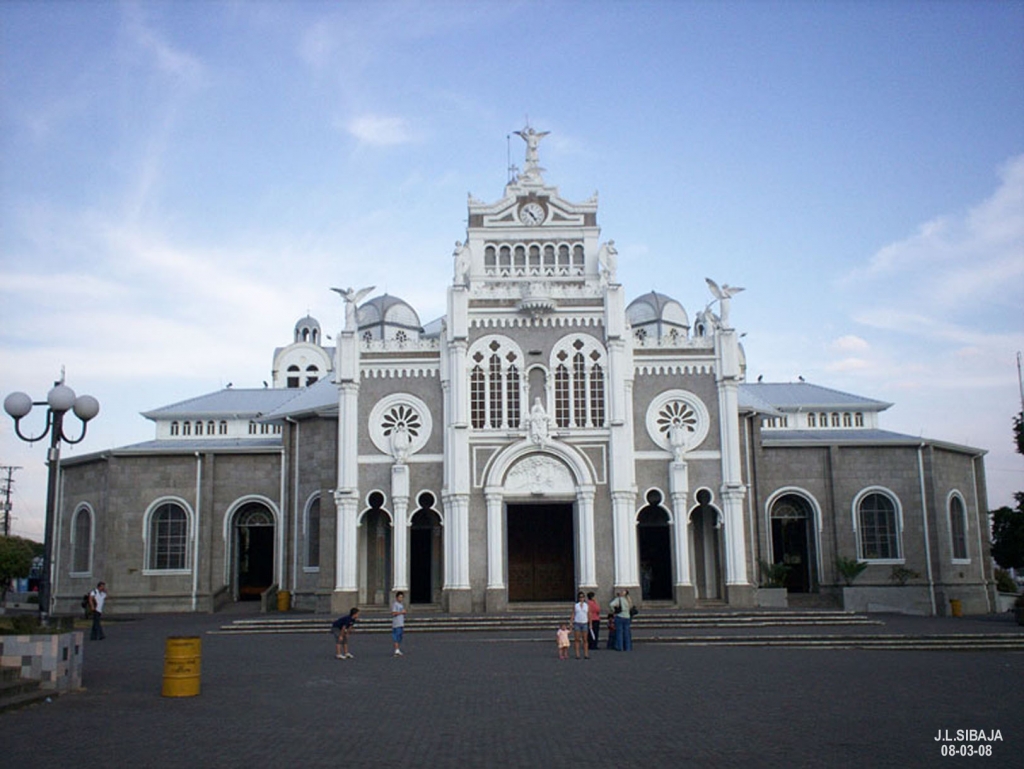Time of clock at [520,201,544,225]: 4:52
